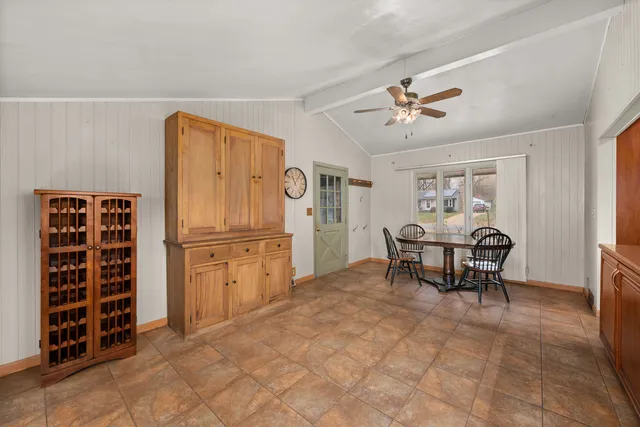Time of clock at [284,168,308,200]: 11:05
